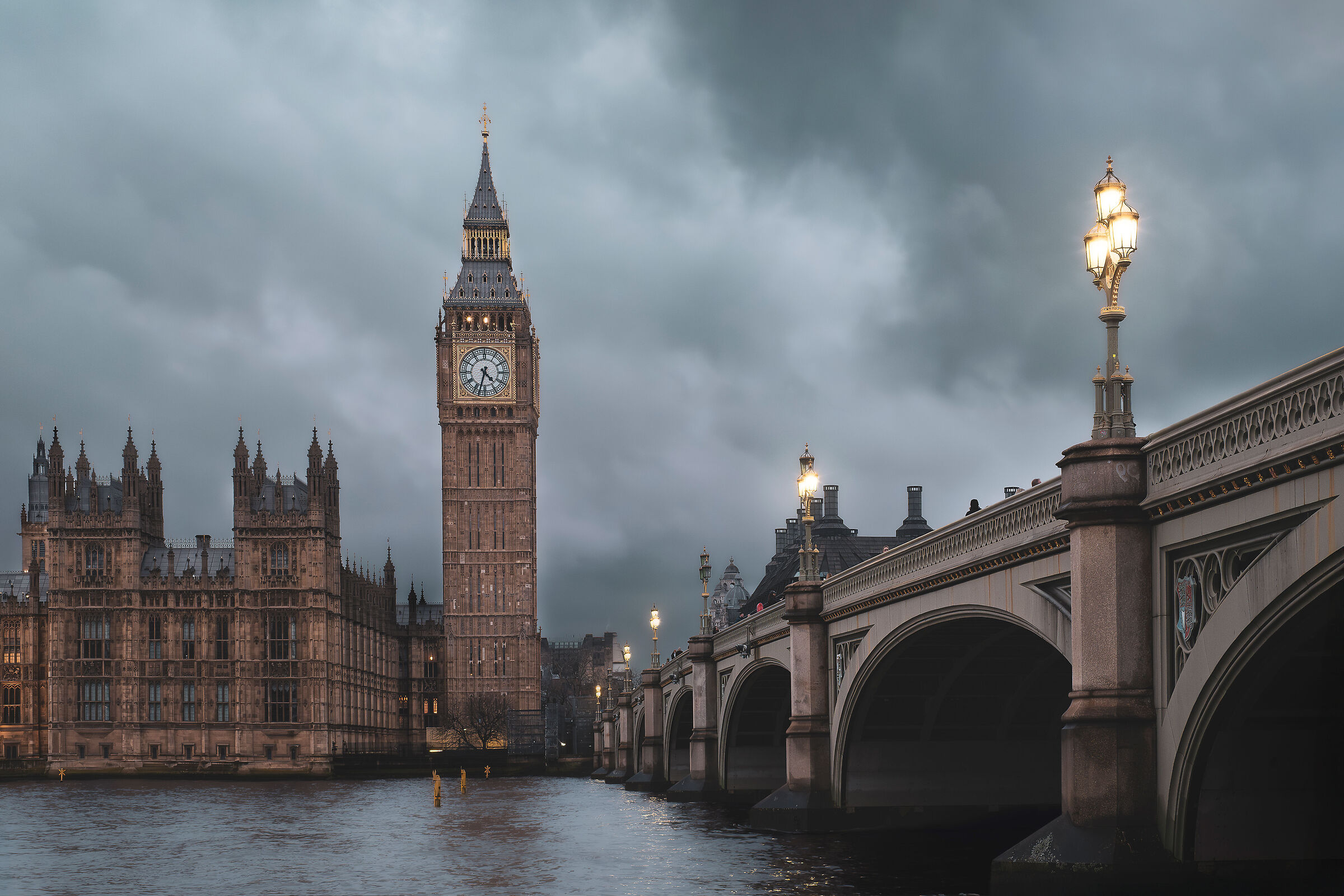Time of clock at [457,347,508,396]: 4:32
